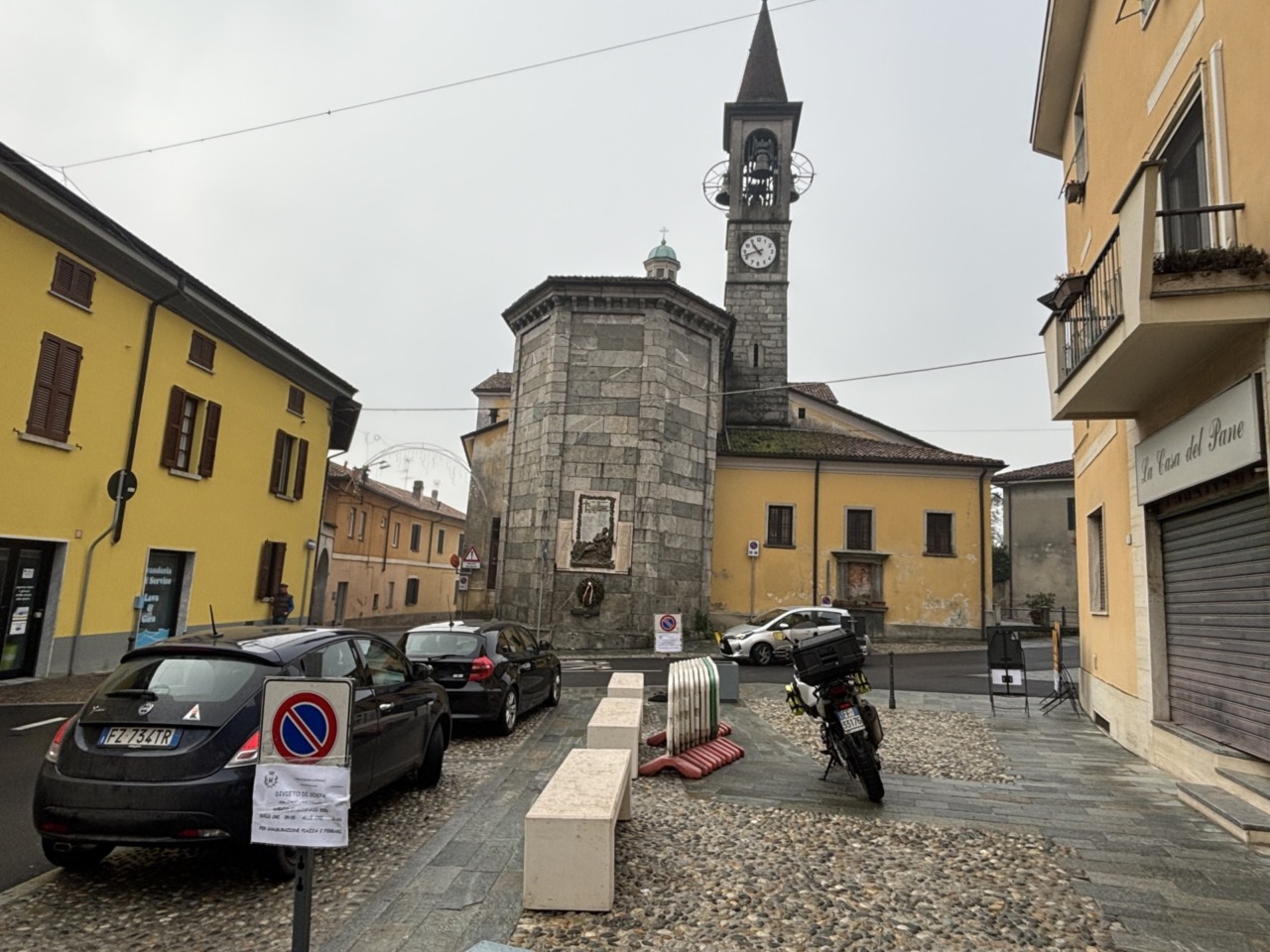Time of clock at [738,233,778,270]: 10:42
